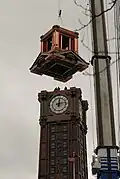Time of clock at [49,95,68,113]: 12:13
